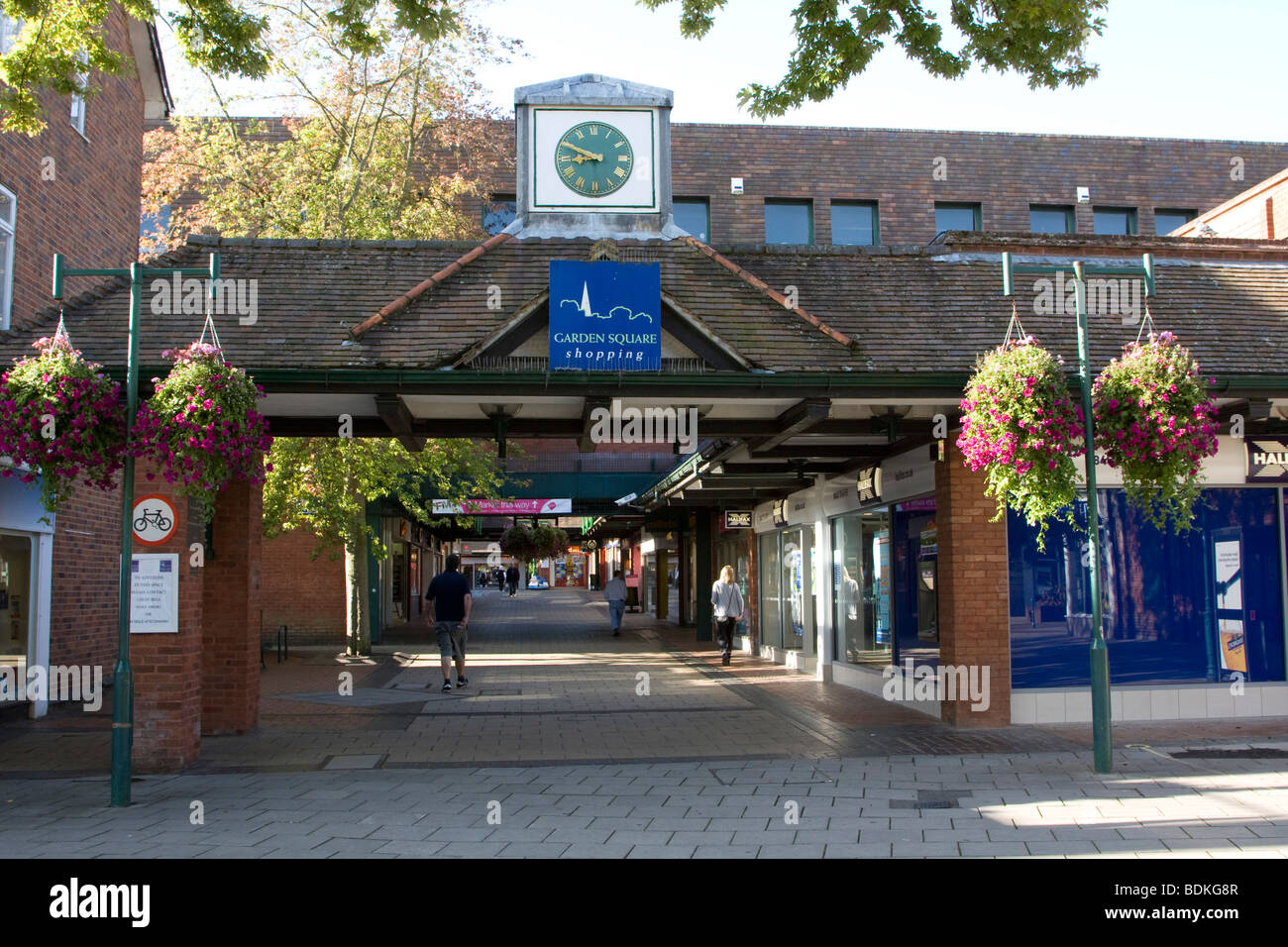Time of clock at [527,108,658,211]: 8:49
